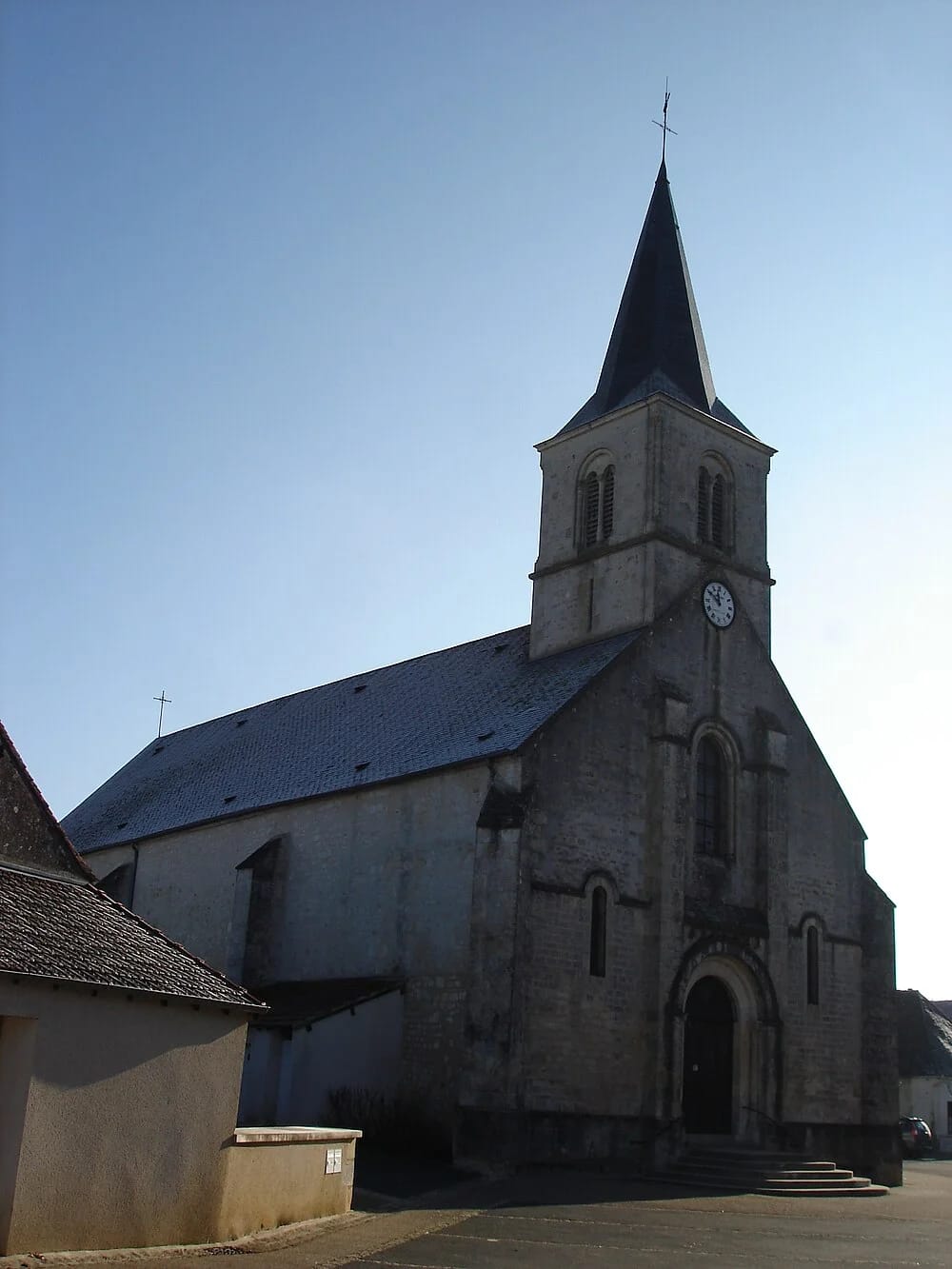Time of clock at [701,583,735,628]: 11:50
